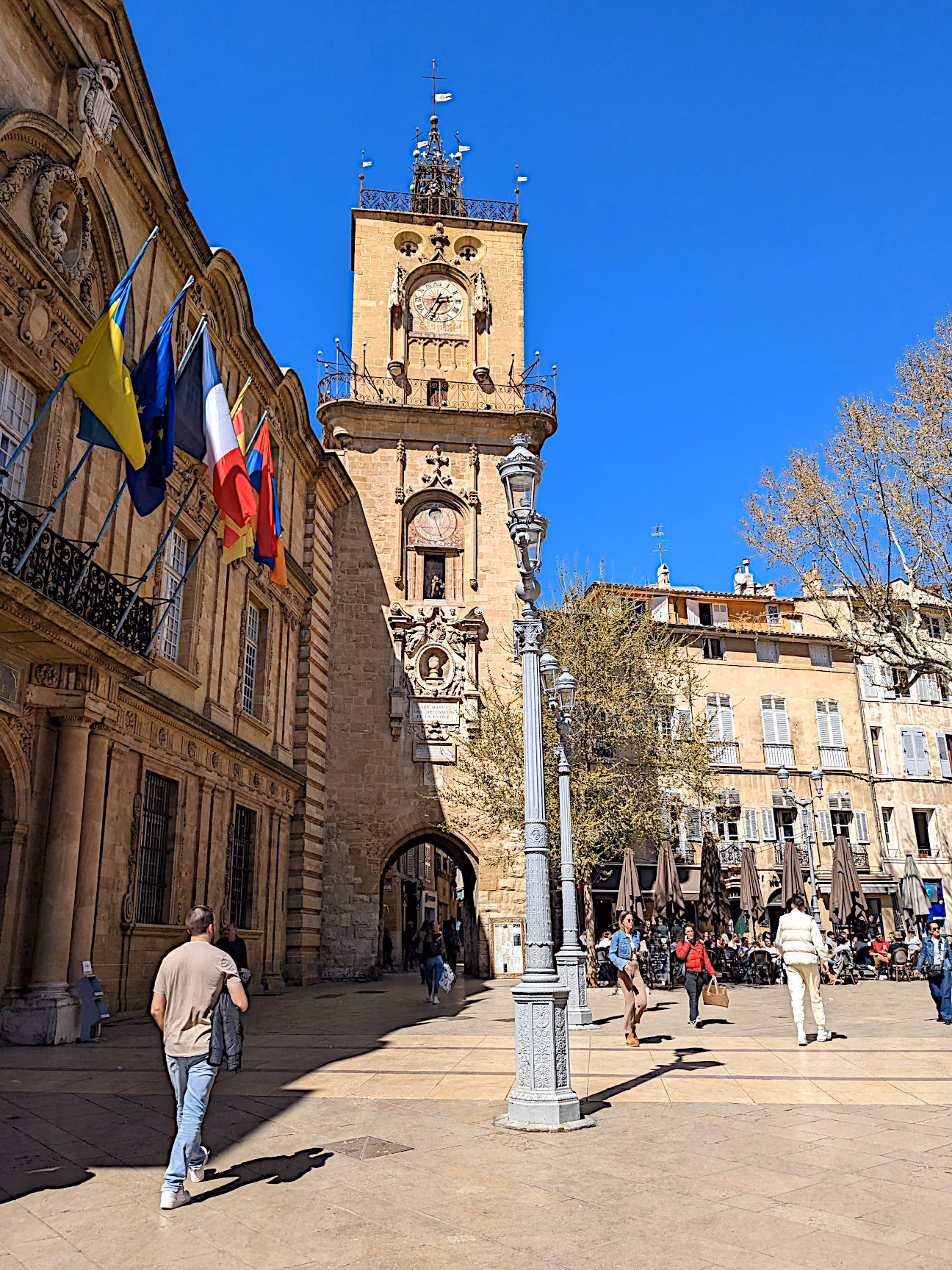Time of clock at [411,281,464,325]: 2:34
